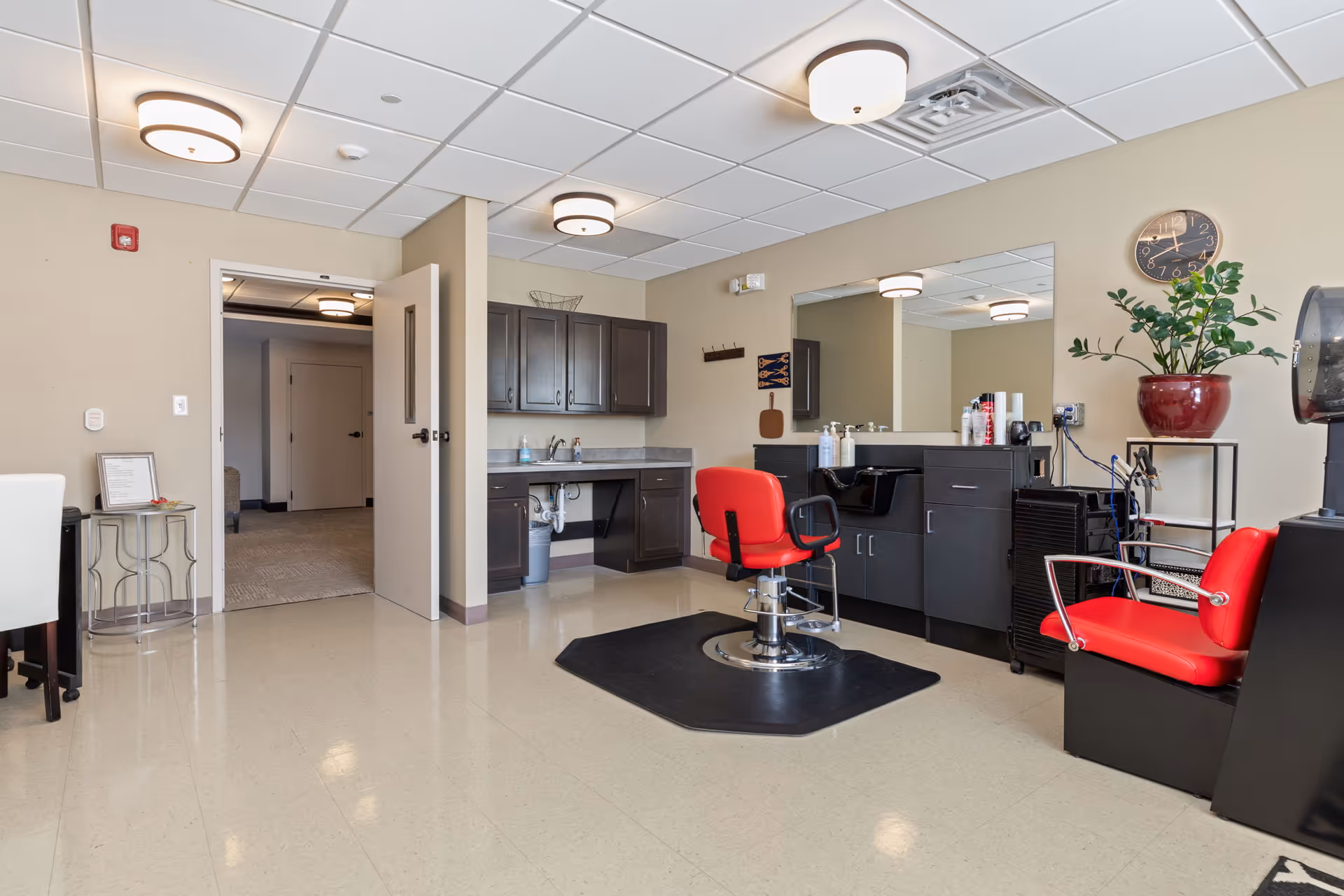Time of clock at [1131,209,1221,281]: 11:41
